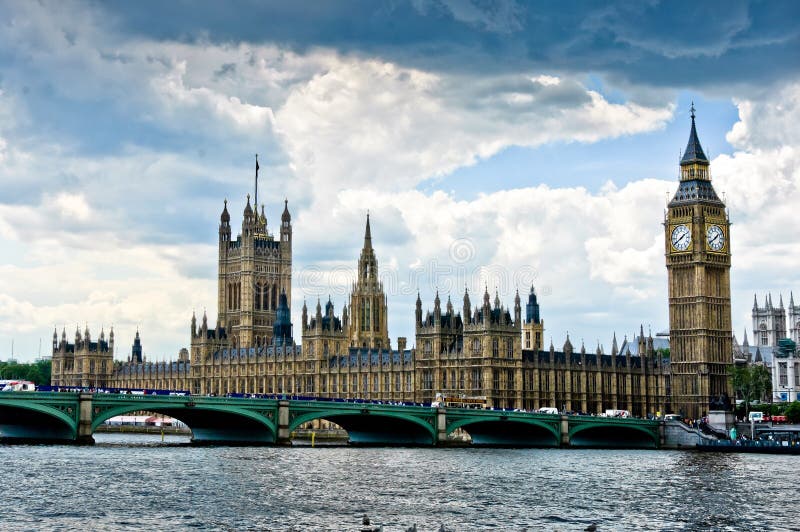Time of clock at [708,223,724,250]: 1:39
